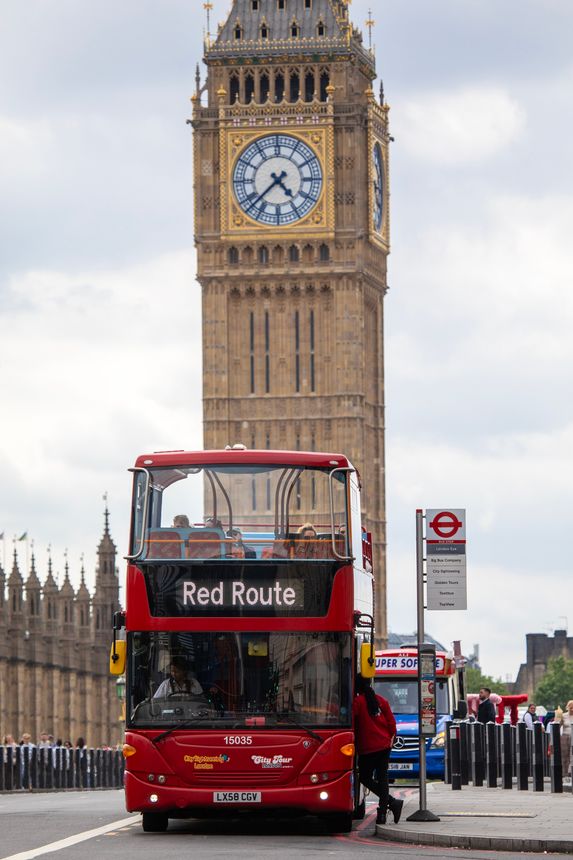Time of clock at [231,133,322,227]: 4:37
